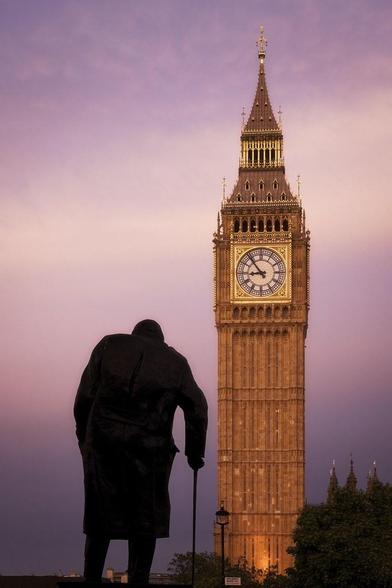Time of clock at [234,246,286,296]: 8:53
